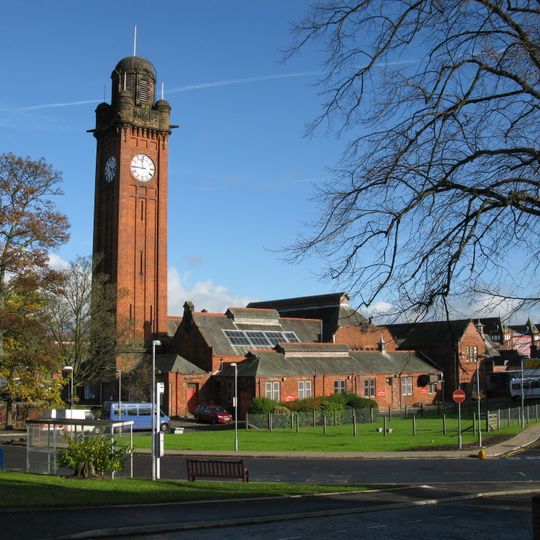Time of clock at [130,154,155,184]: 11:44
